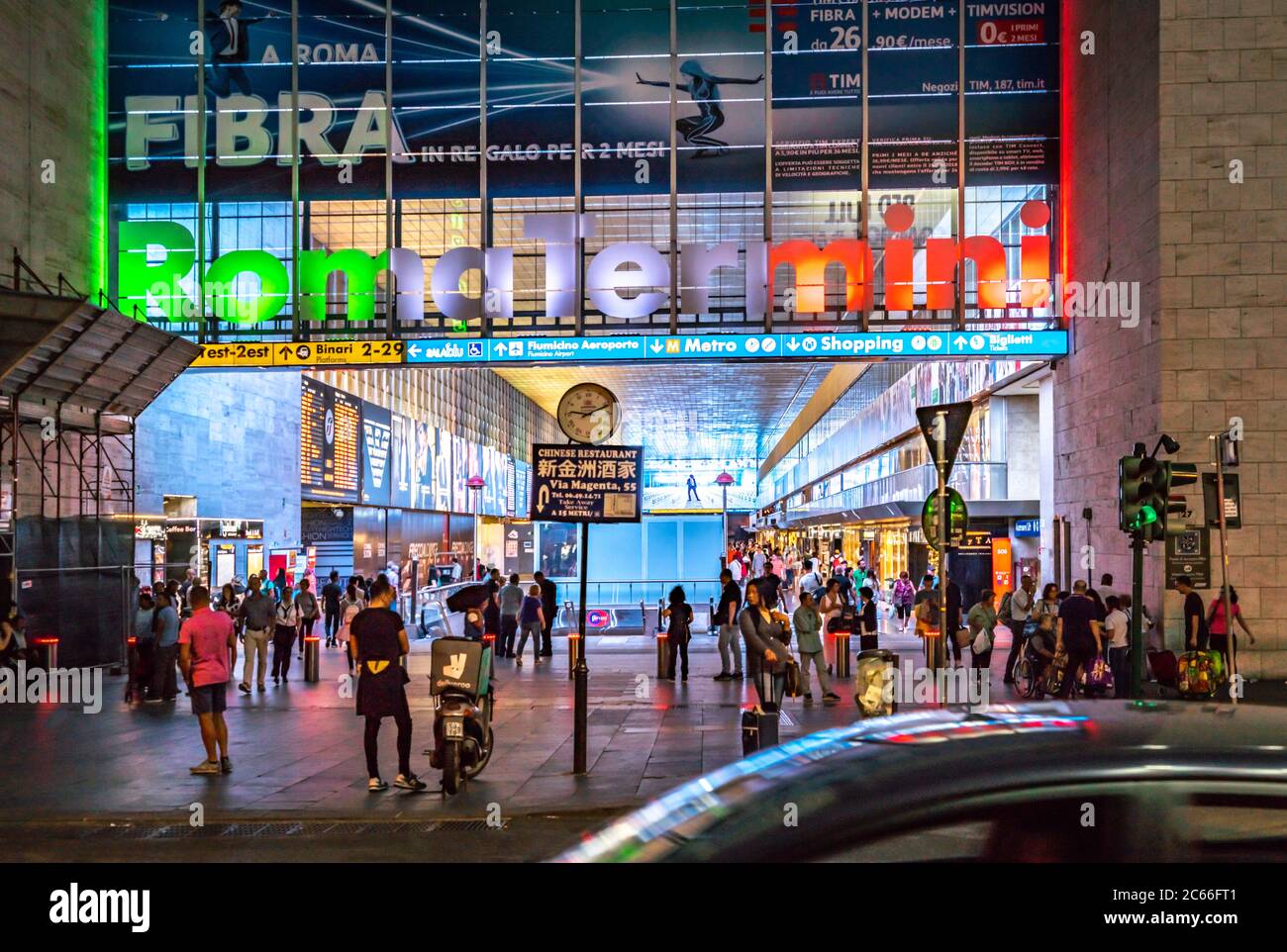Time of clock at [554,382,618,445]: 9:11
